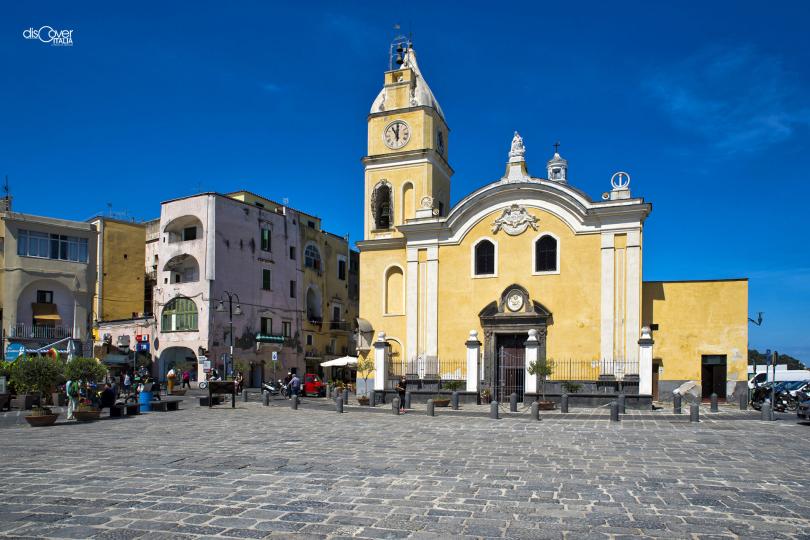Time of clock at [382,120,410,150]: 11:00
